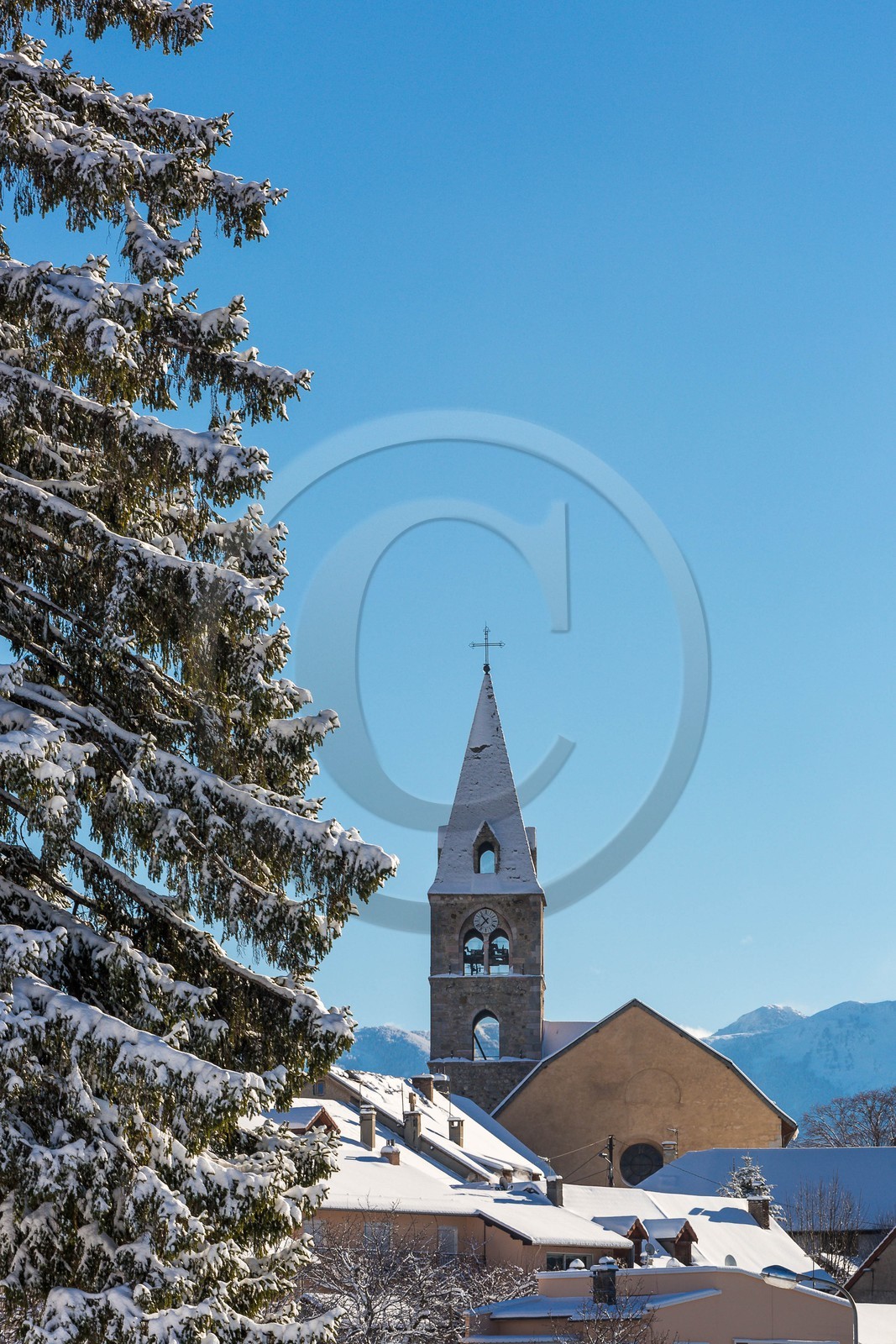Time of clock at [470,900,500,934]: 10:36
